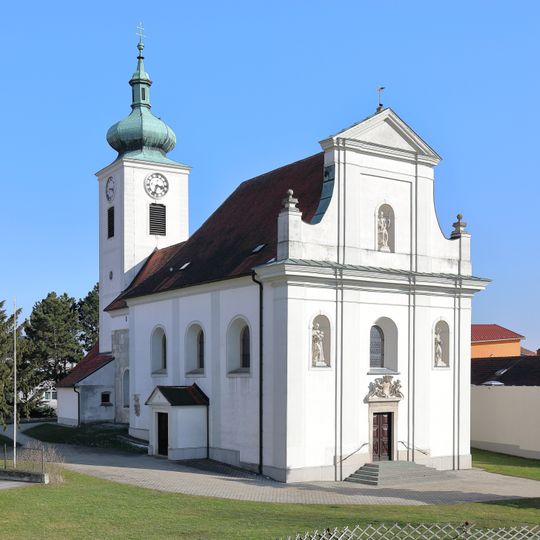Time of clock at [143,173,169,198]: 3:33
